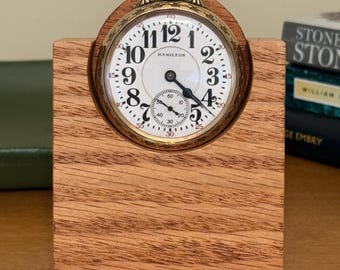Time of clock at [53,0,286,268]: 4:22
